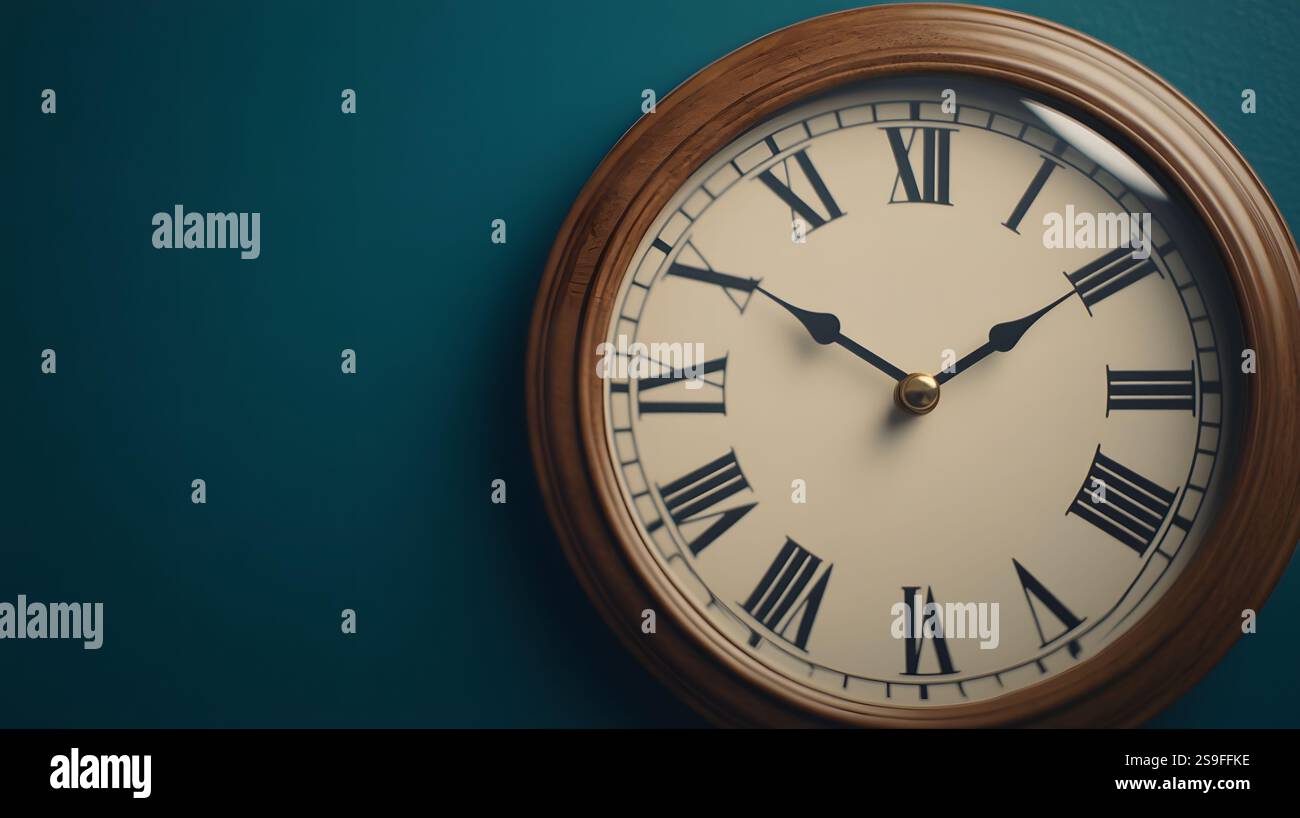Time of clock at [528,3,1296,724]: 1:50
